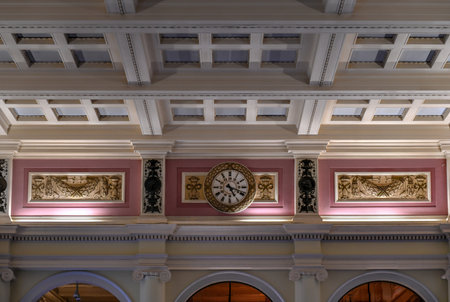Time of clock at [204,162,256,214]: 5:18
